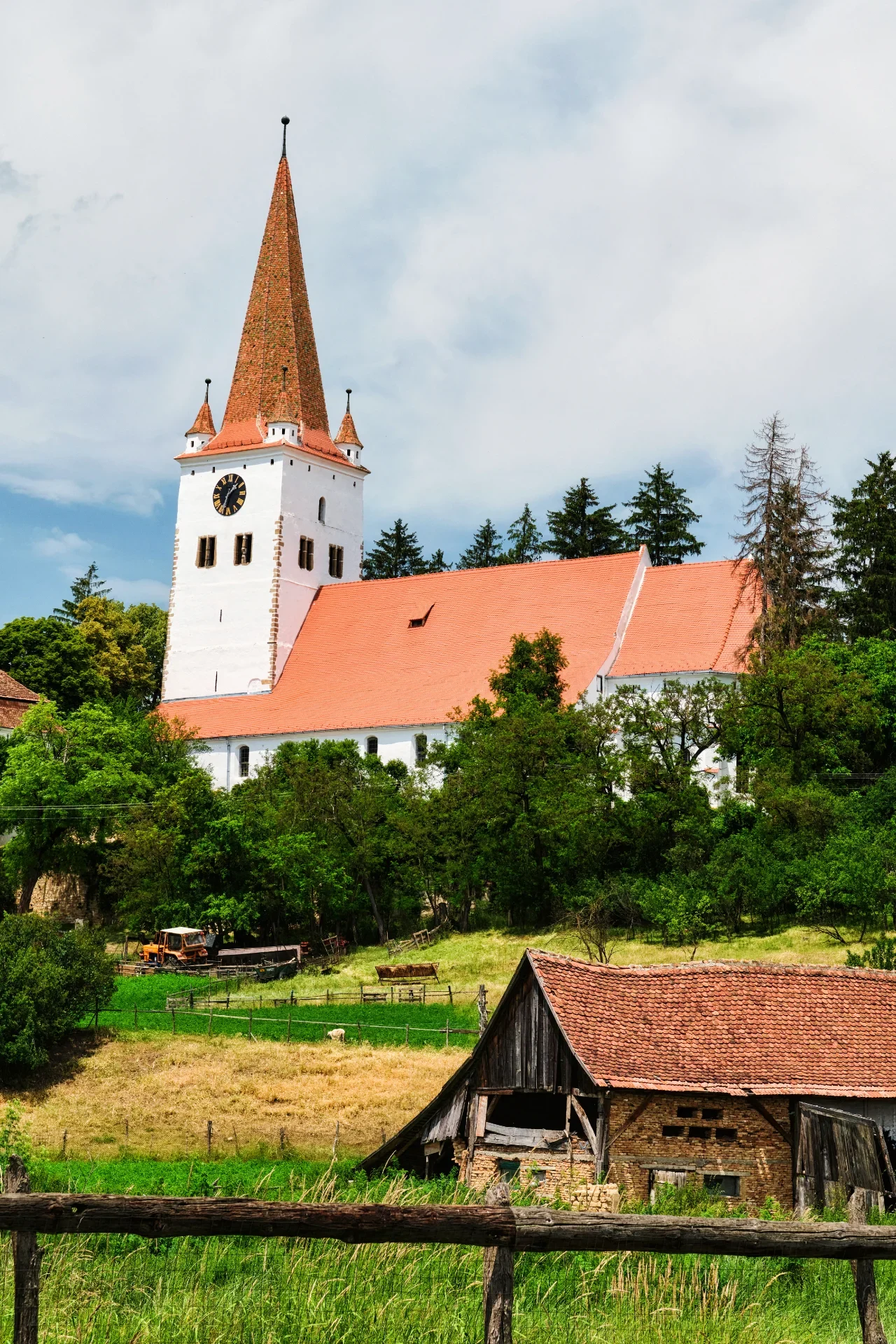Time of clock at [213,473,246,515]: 1:33
